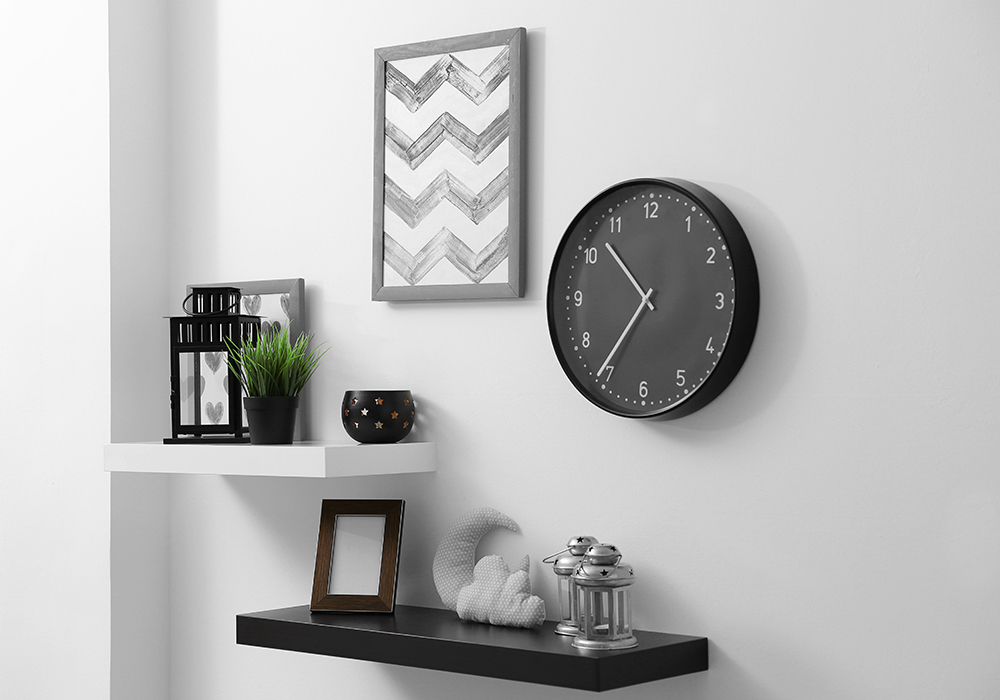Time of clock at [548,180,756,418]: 10:35
